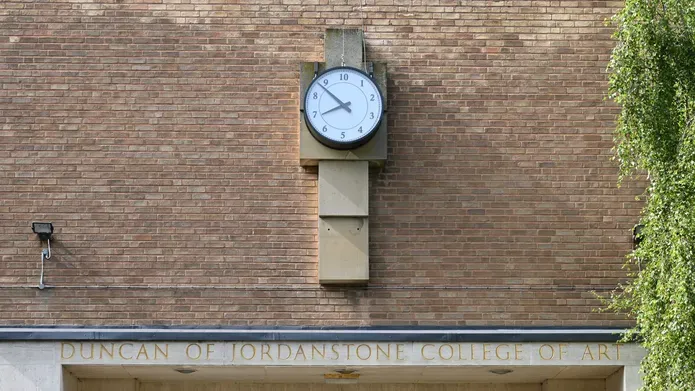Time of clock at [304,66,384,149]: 7:52
